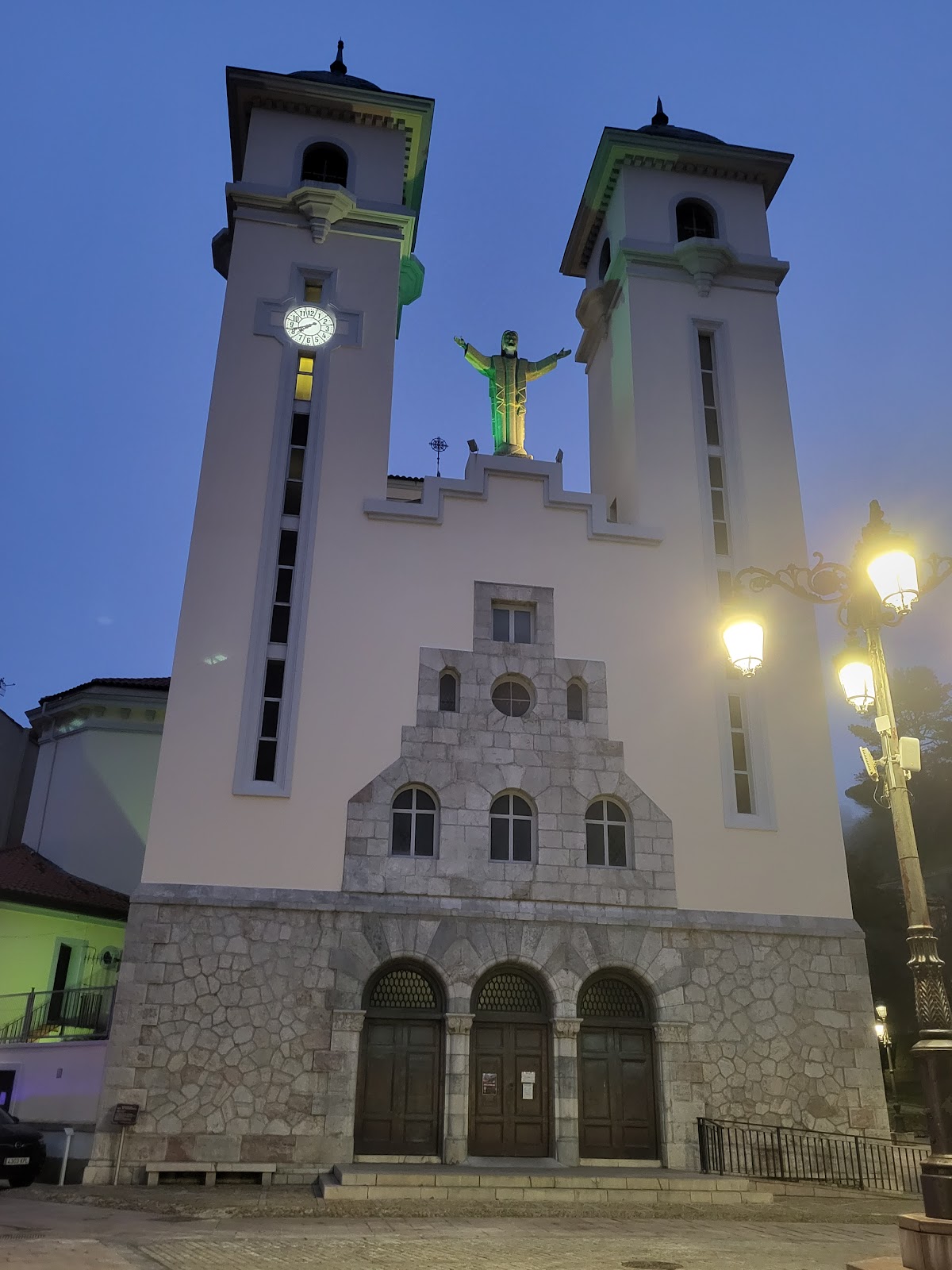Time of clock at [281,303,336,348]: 7:42
